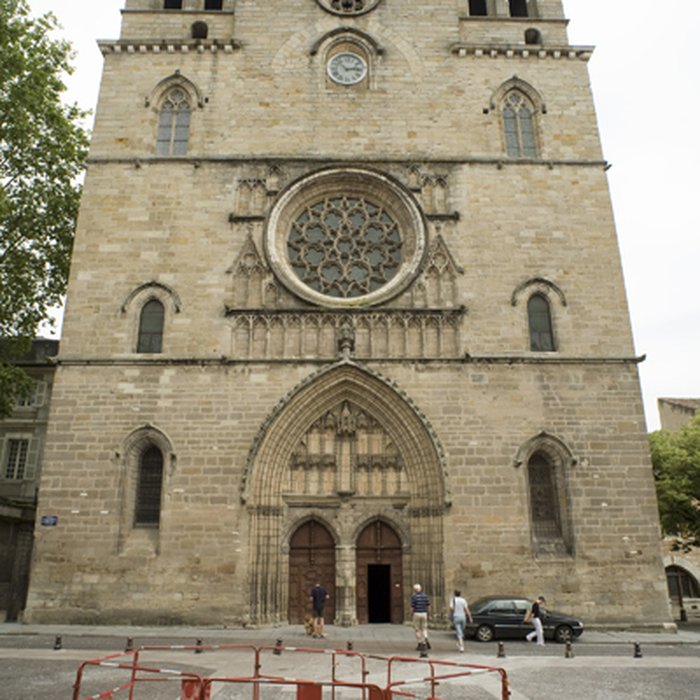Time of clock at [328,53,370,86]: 2:52
